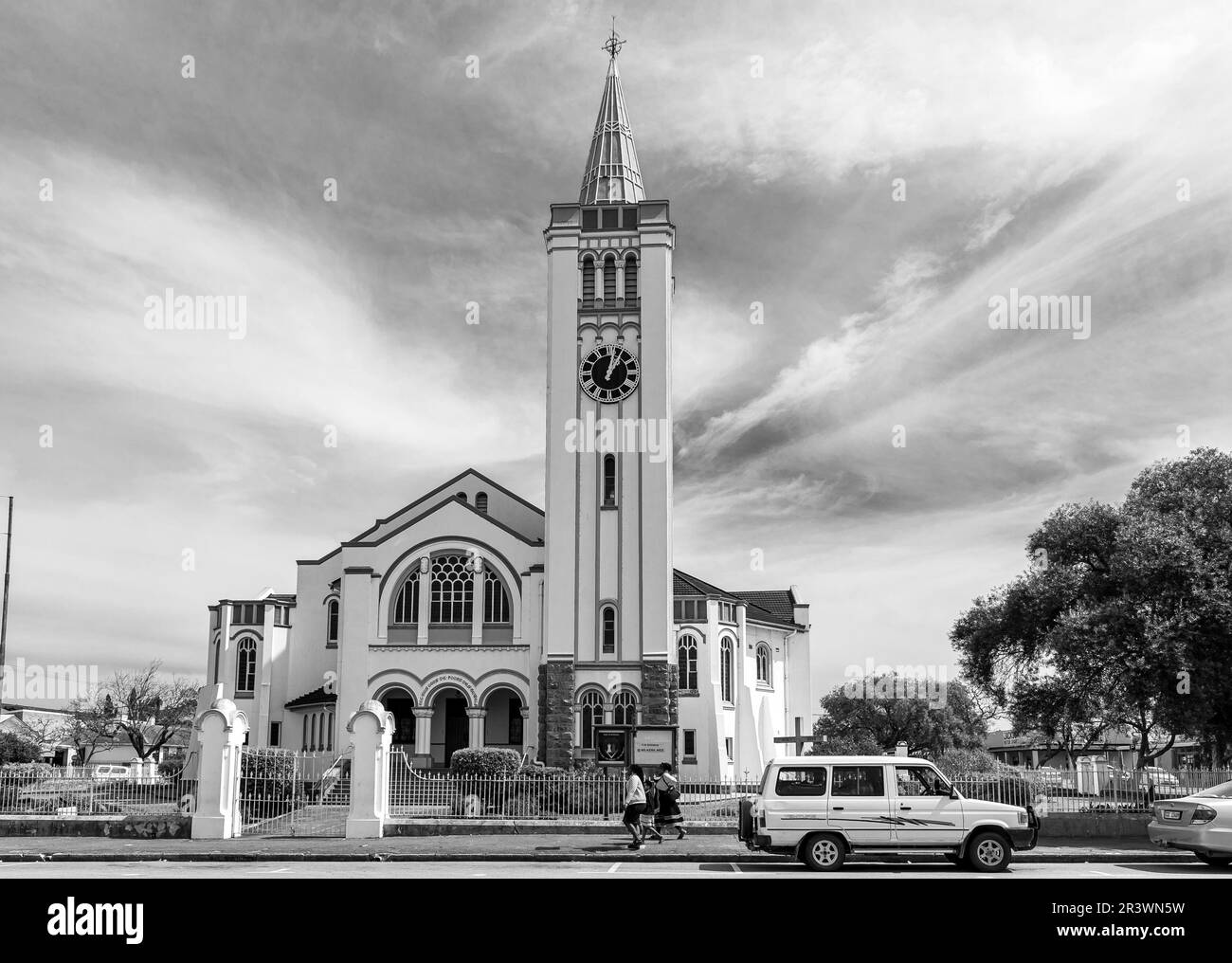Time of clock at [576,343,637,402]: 1:02
